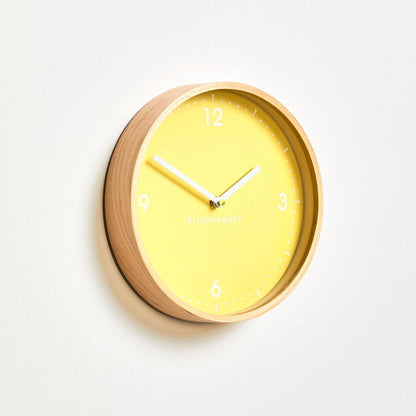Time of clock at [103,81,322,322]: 1:49
